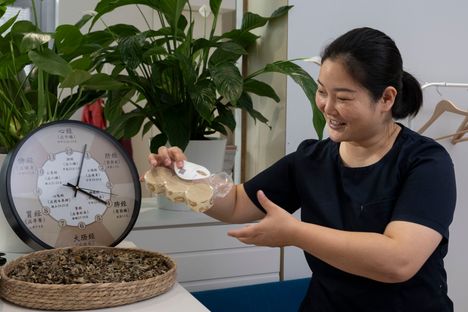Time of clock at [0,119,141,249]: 4:04
